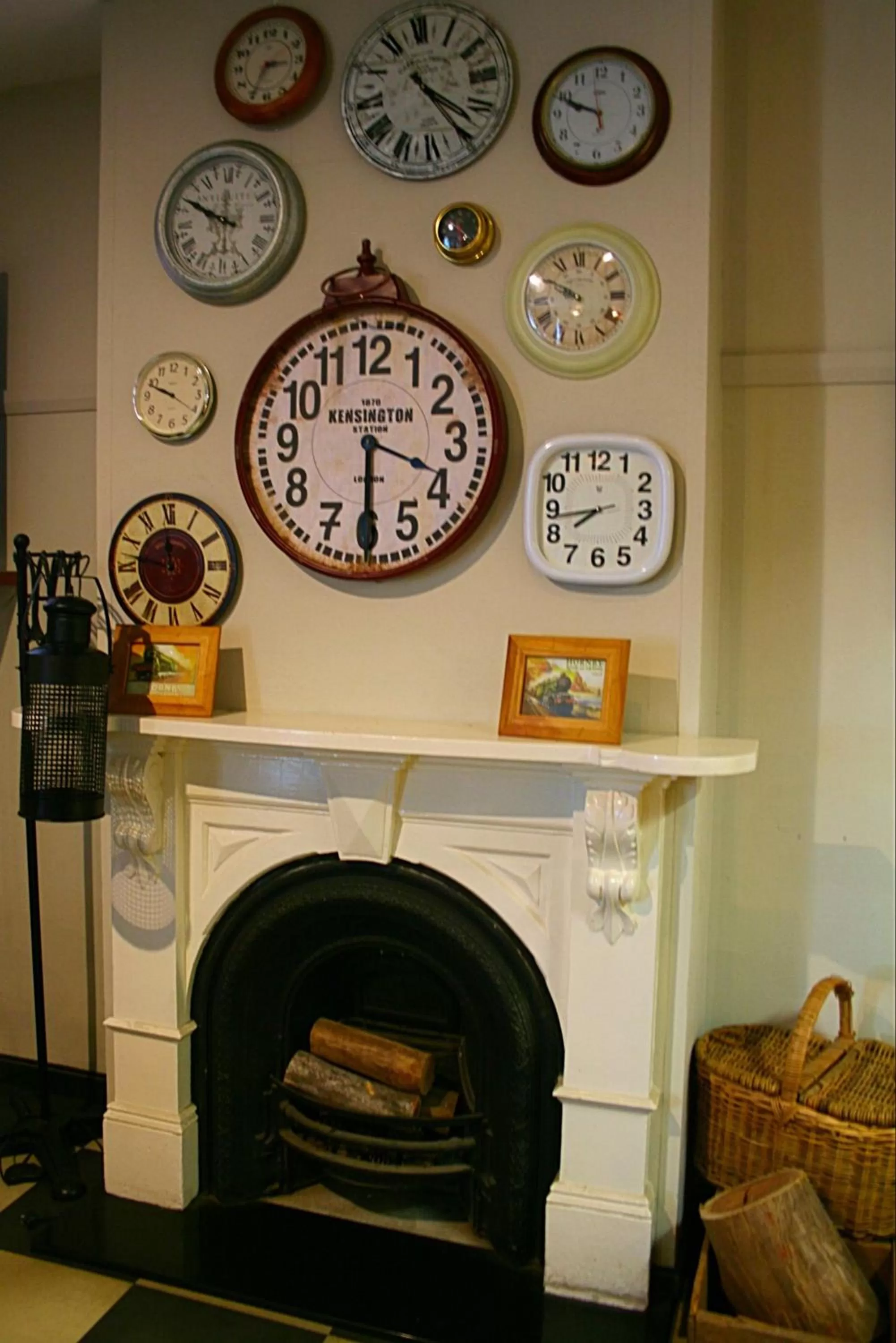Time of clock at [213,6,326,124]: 2:34
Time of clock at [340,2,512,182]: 4:24
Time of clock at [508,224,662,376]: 9:50
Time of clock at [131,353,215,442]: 9:48
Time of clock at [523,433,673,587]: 7:43
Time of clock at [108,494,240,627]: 11:46
